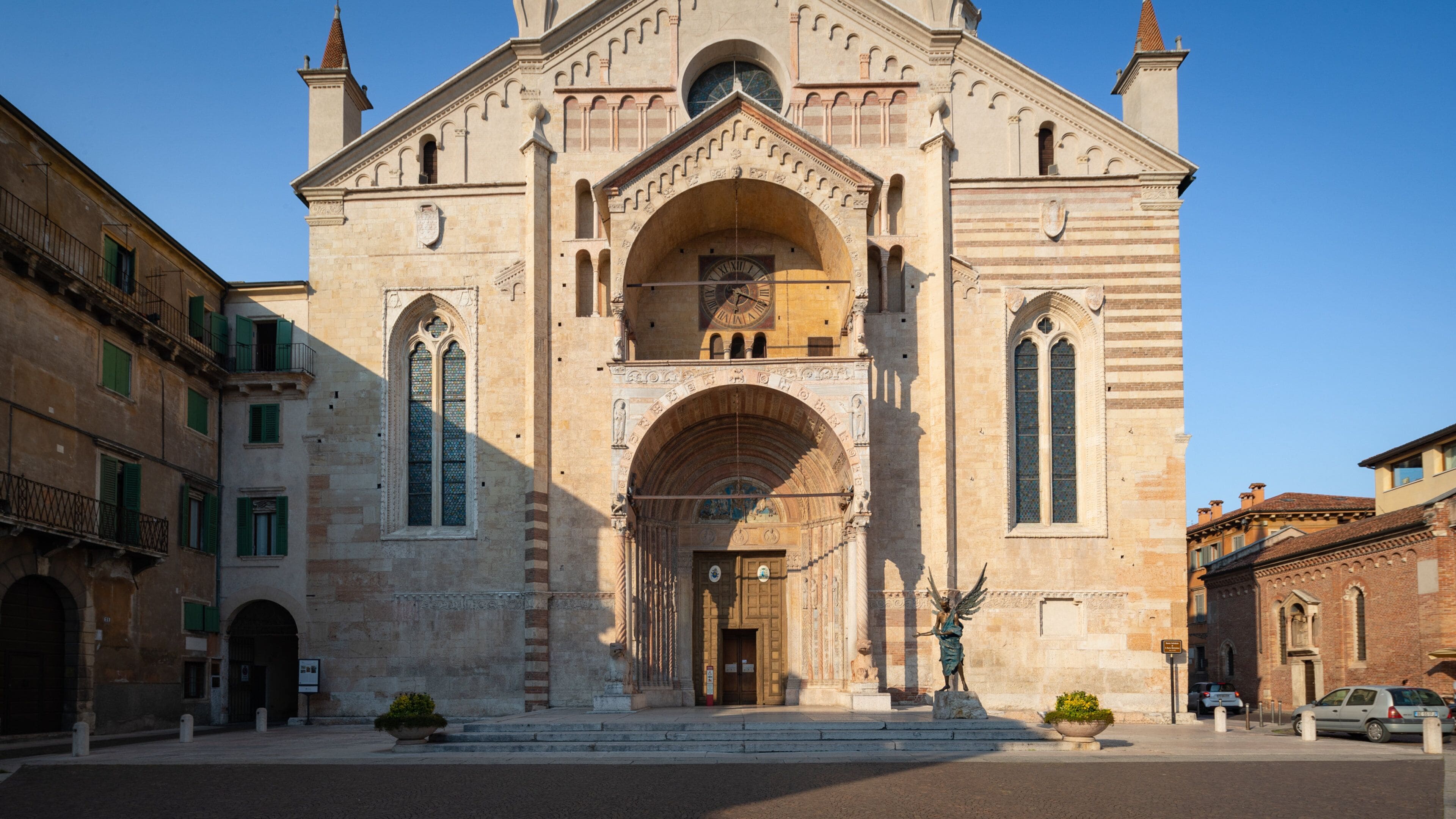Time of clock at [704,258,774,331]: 6:18
